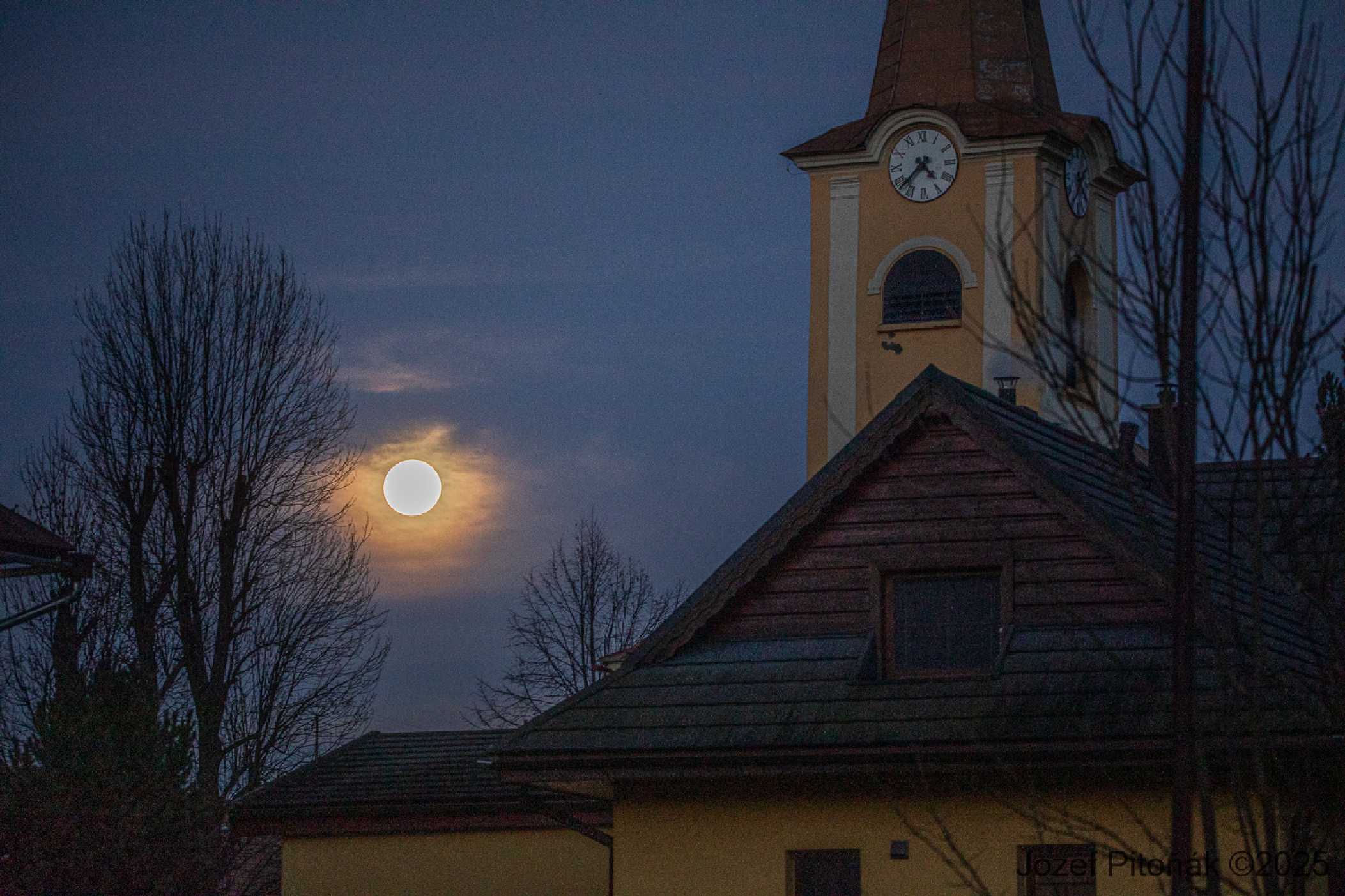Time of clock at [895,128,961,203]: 4:37
